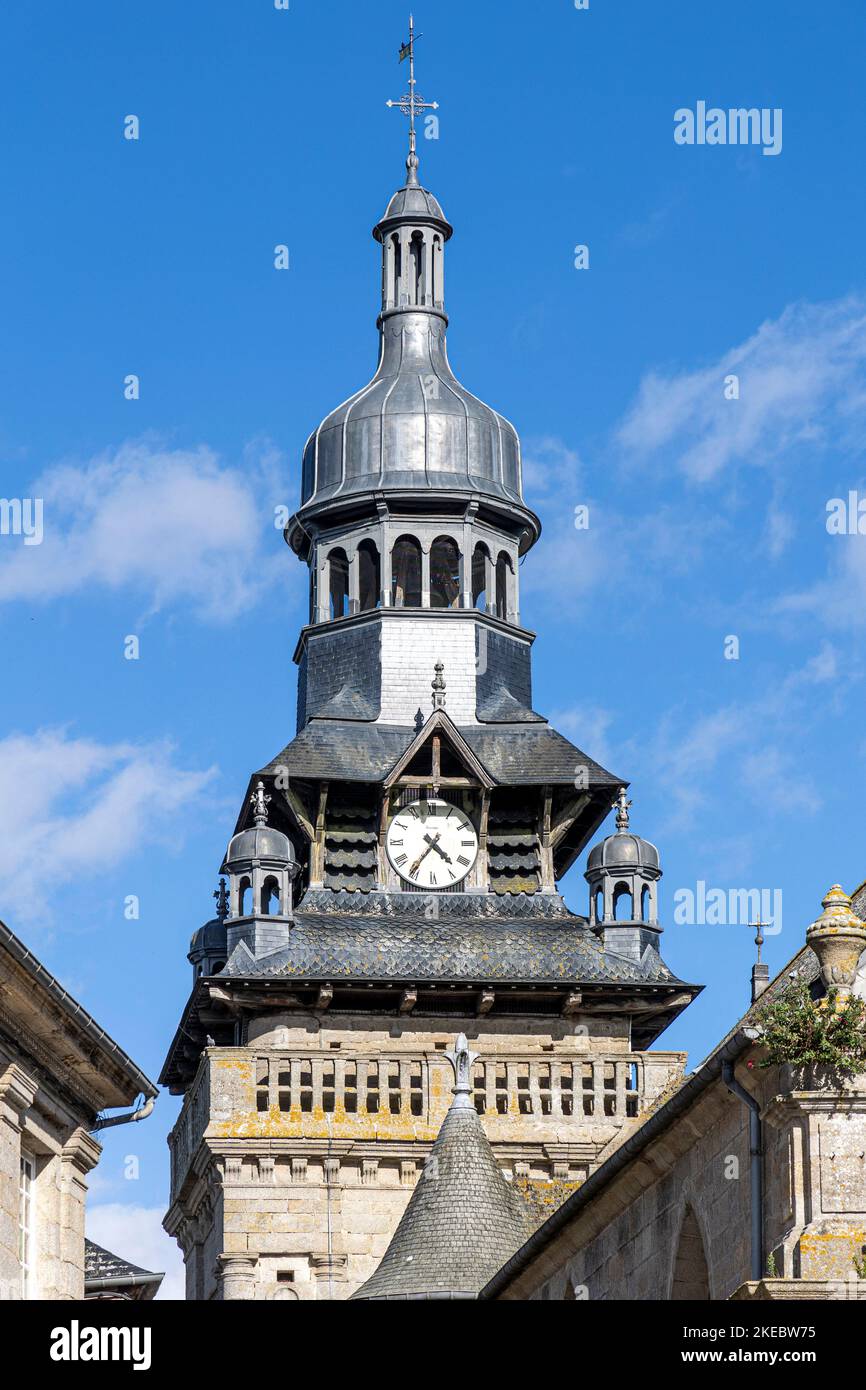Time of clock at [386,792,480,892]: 4:35
